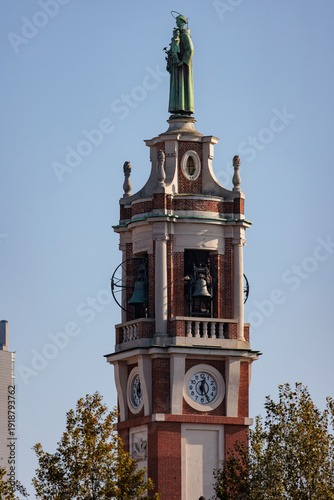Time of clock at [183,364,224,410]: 12:25
